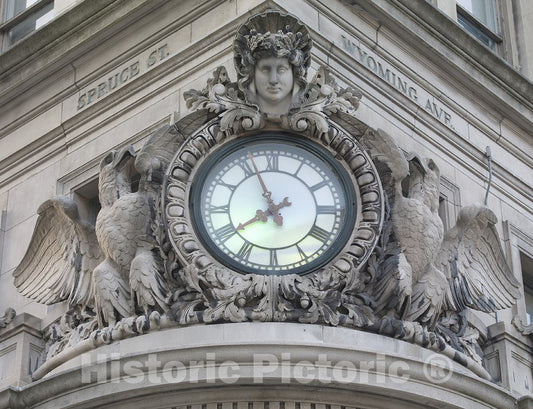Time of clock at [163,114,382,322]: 7:56
